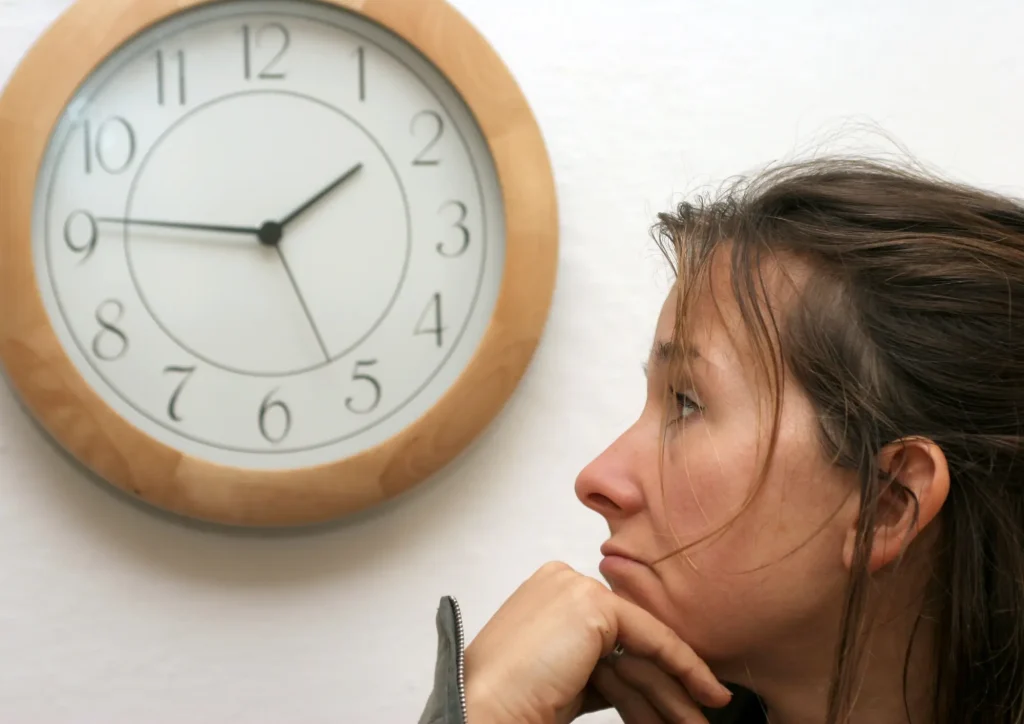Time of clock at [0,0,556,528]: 1:45
